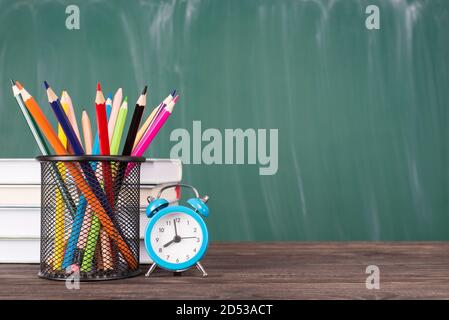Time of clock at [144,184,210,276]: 7:58
